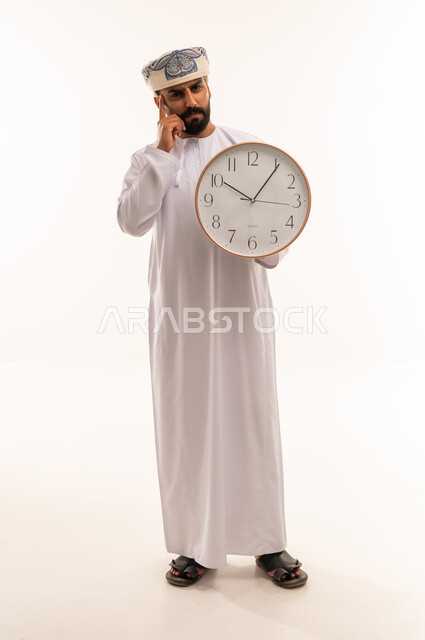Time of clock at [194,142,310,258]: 10:05
